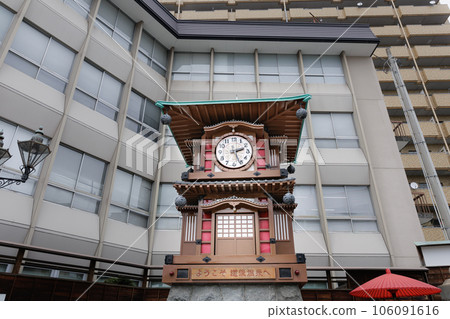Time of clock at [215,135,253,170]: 2:26
